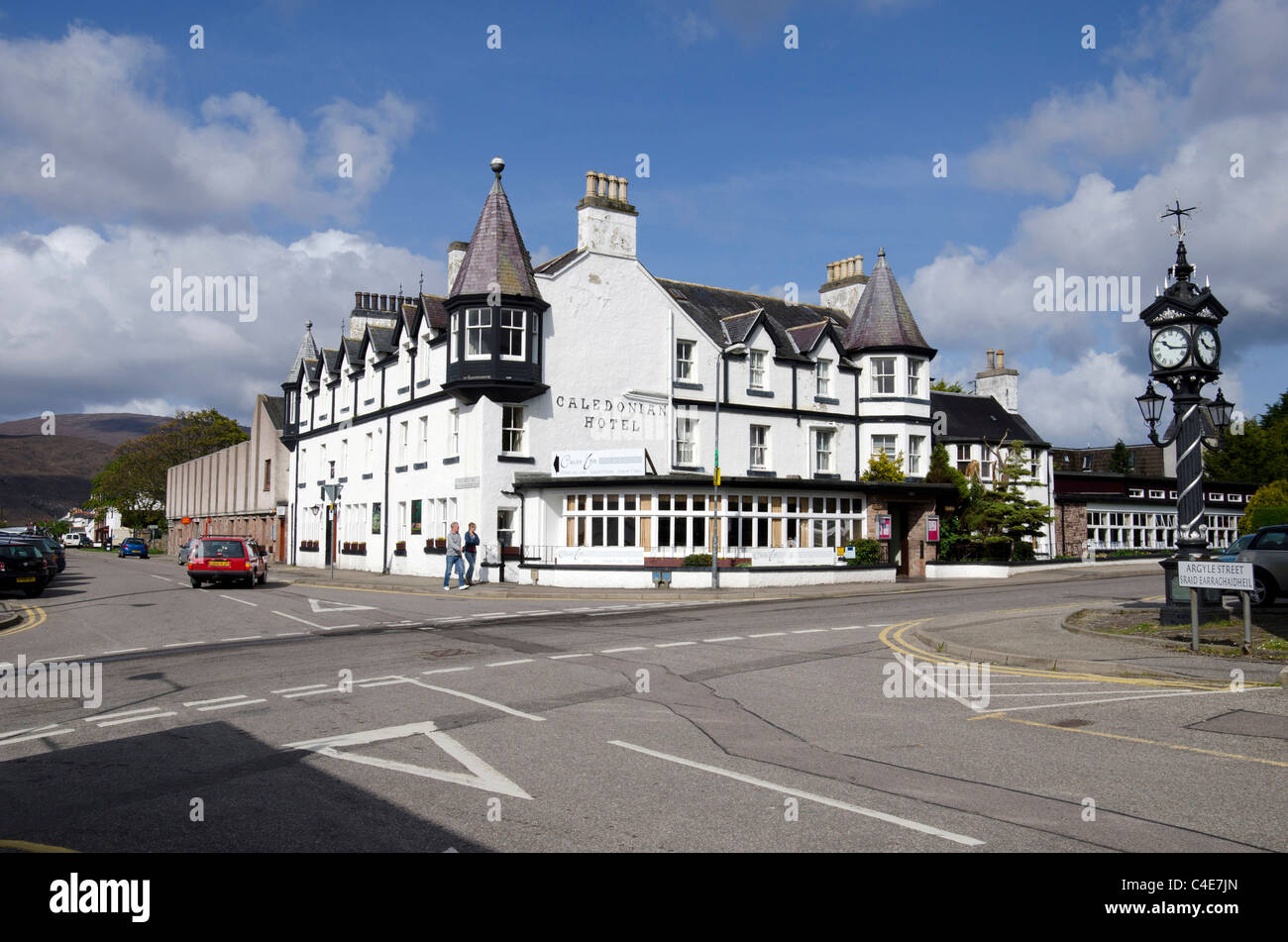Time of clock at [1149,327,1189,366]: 10:16
